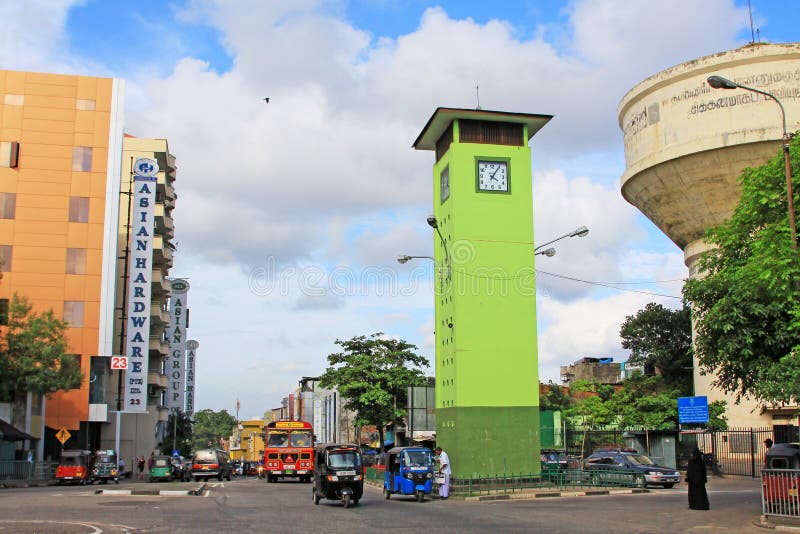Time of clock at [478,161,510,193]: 4:05
